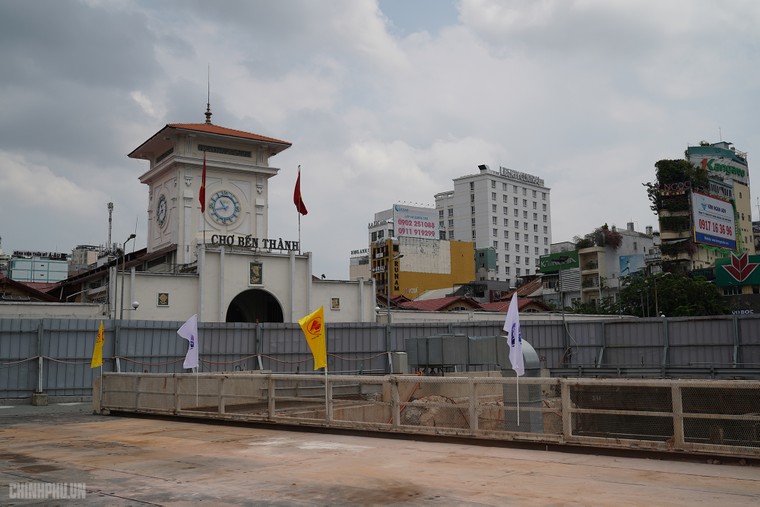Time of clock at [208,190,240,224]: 10:42
